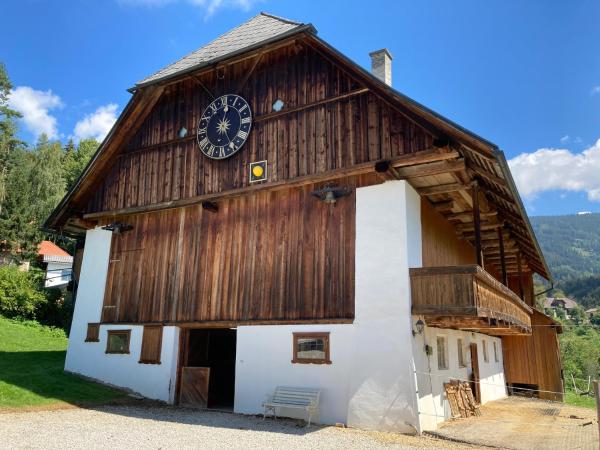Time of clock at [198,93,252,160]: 12:25
